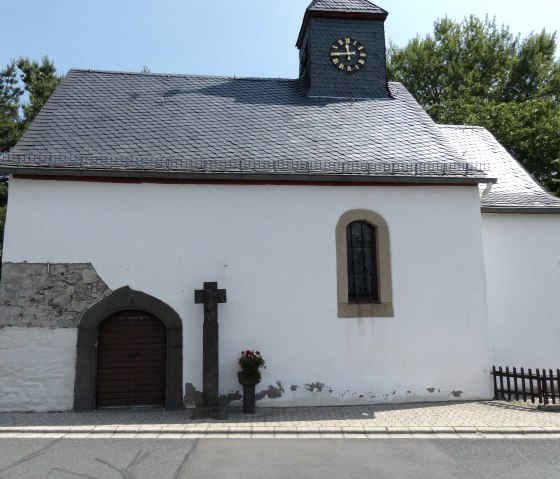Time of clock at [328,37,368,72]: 11:44
